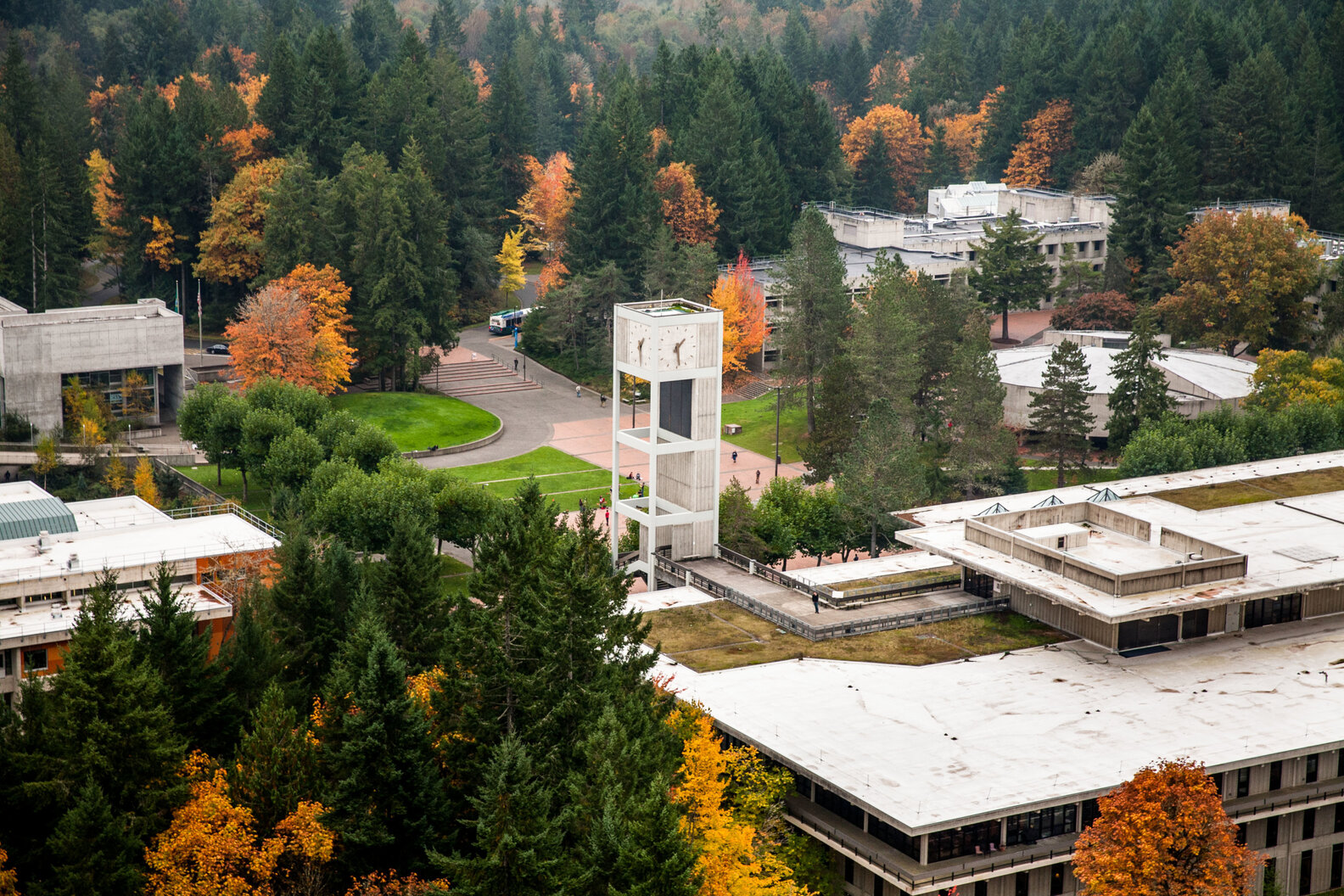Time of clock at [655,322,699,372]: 1:28
